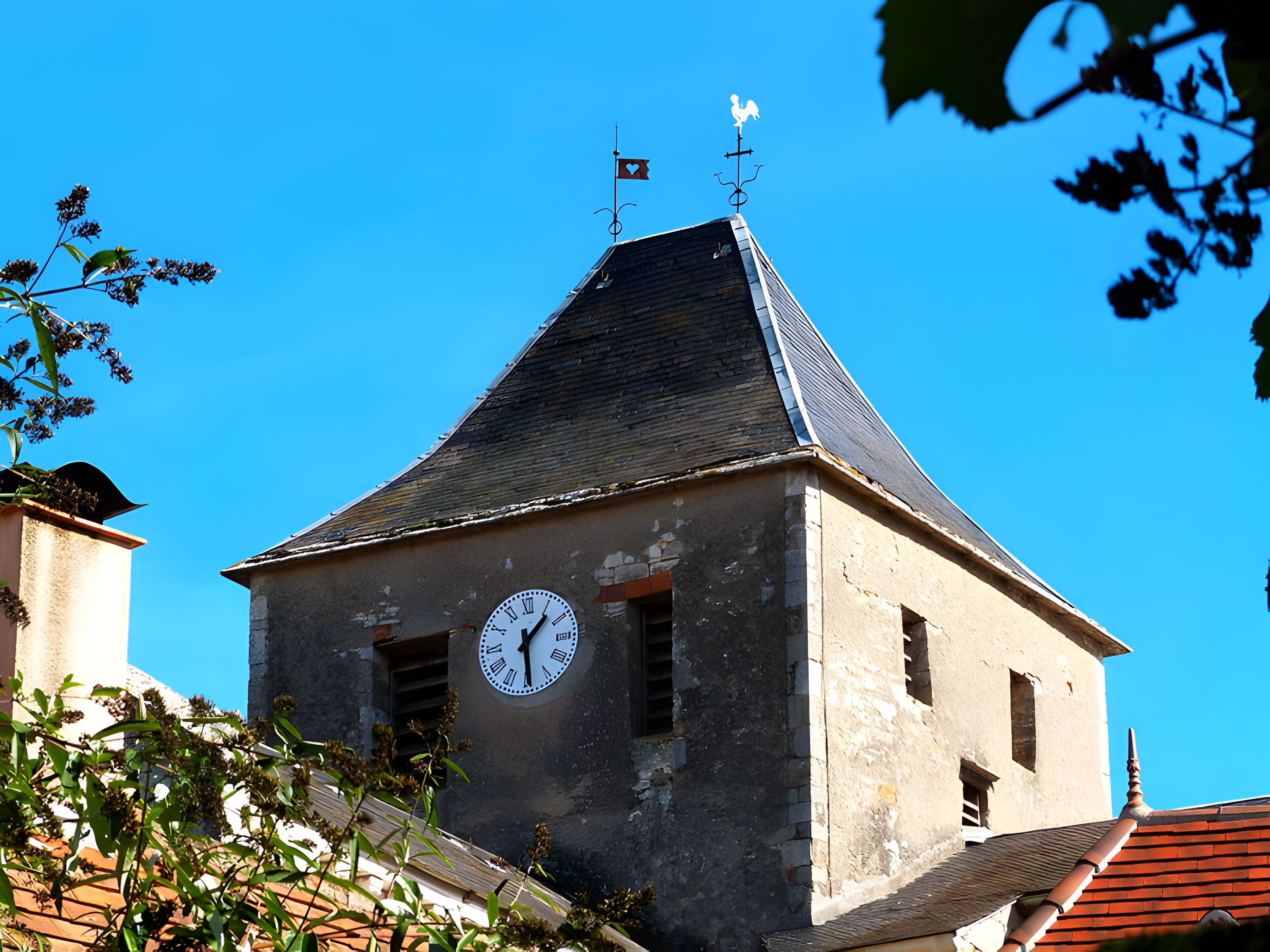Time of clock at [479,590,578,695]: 1:29
